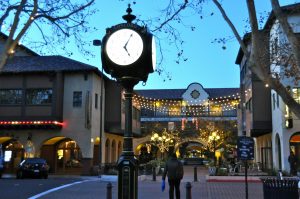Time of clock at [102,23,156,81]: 5:04
